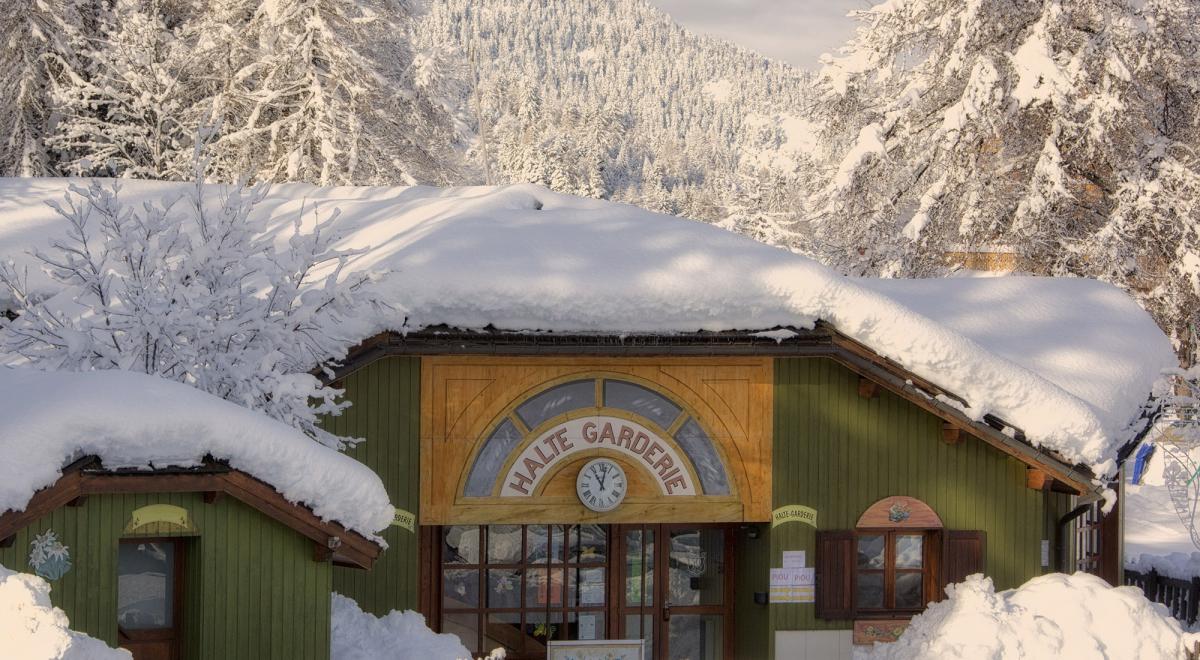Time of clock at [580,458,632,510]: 11:02
